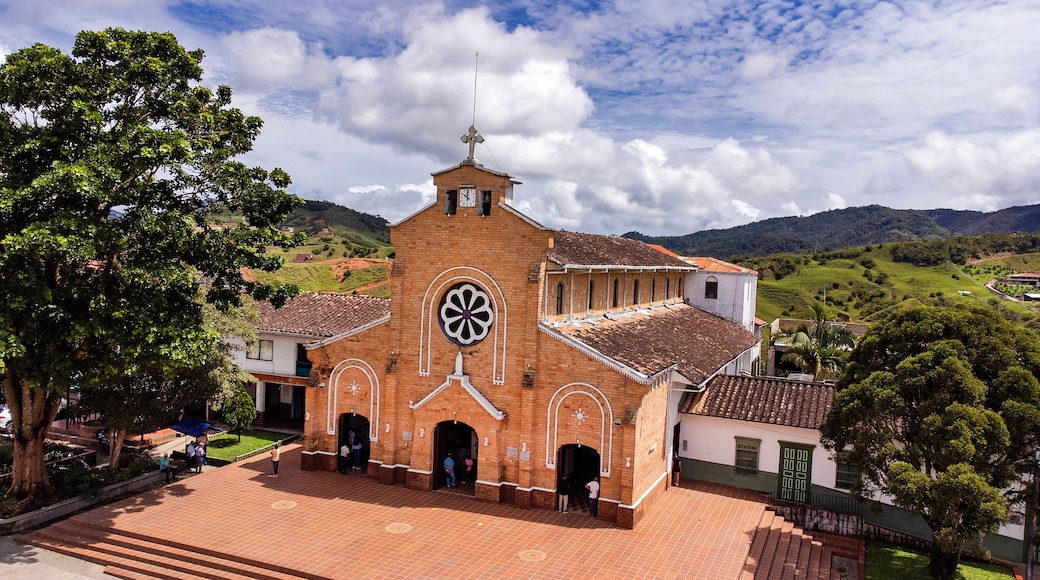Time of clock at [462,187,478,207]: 9:59
